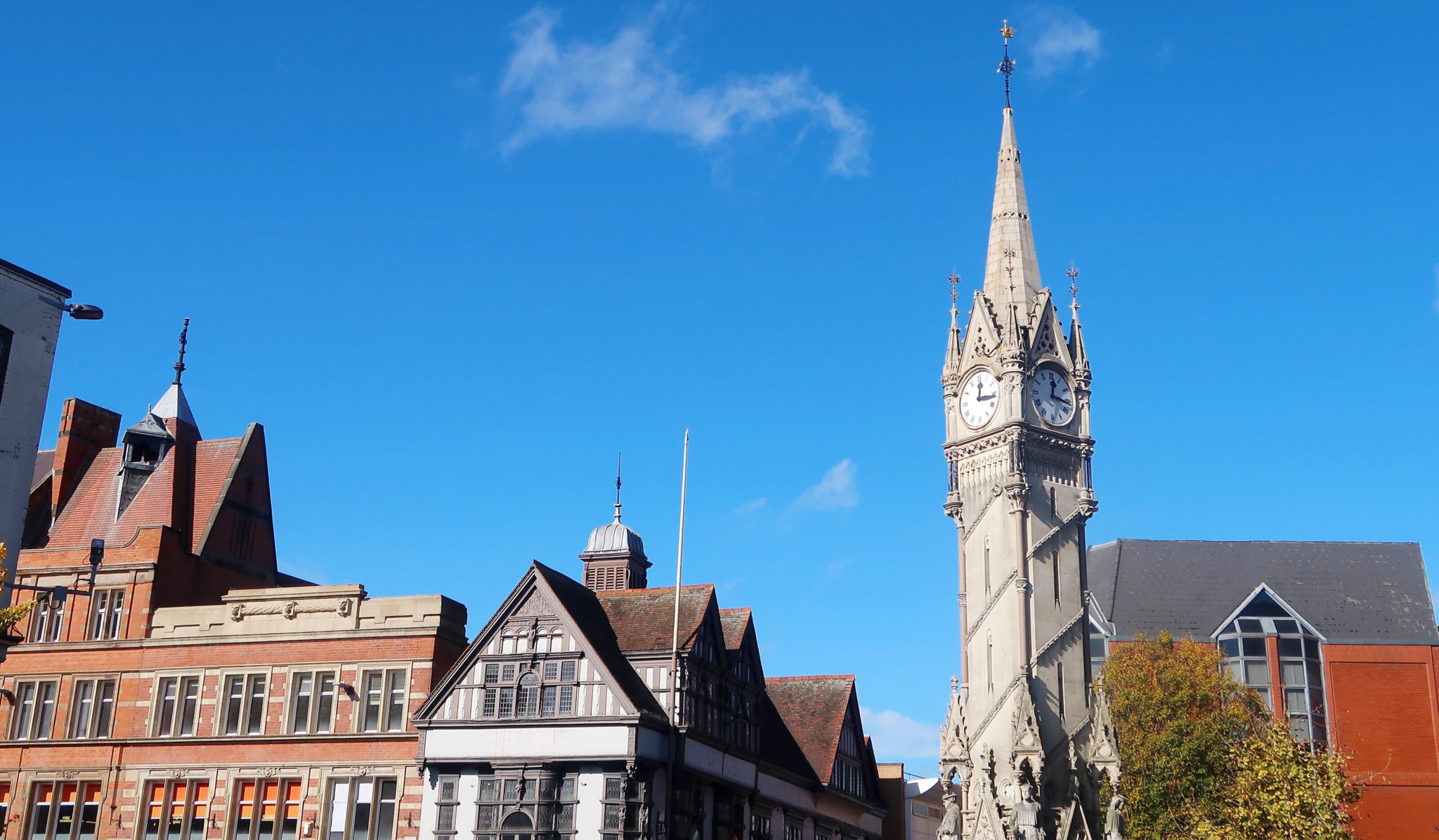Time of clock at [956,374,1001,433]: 12:16
